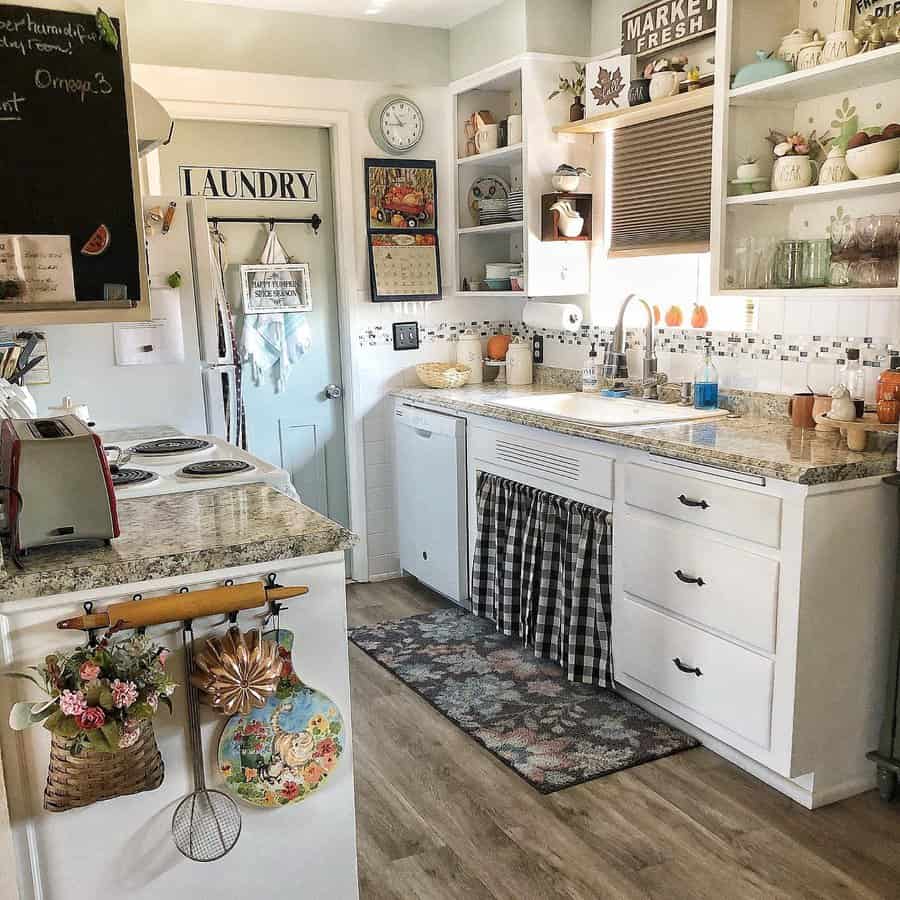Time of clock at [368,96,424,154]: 10:44
